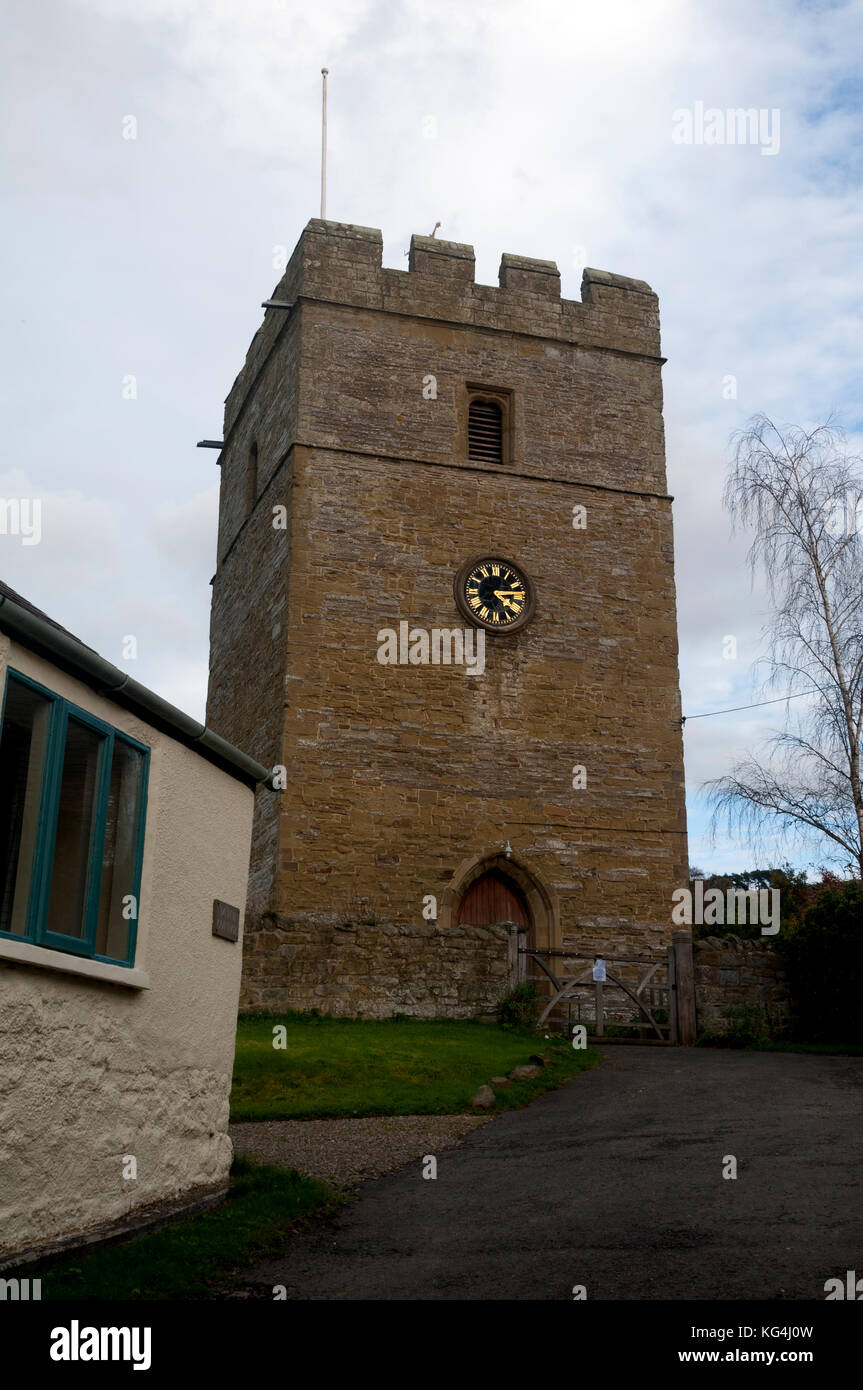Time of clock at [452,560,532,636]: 4:13
